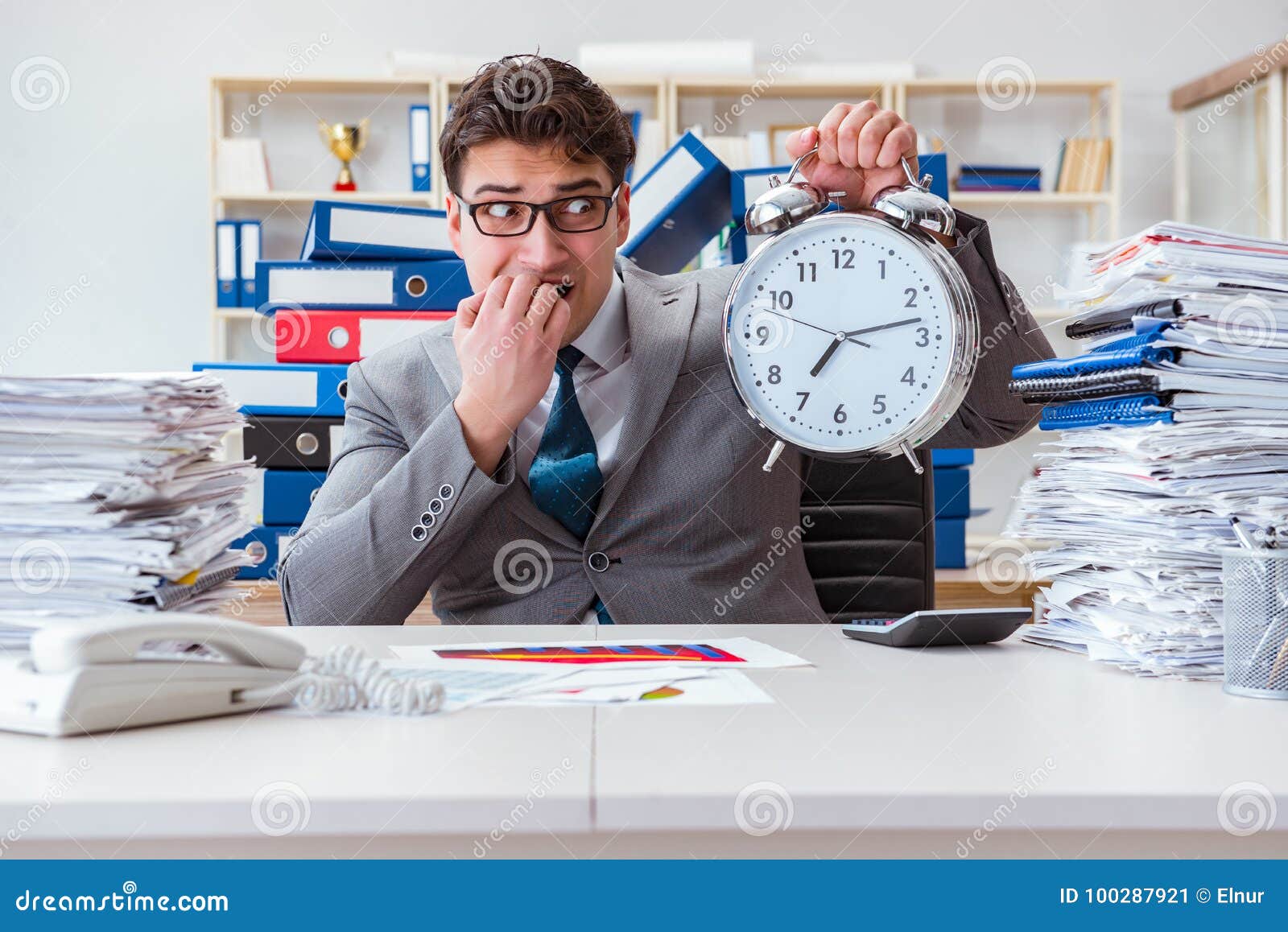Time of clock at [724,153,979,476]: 7:13
